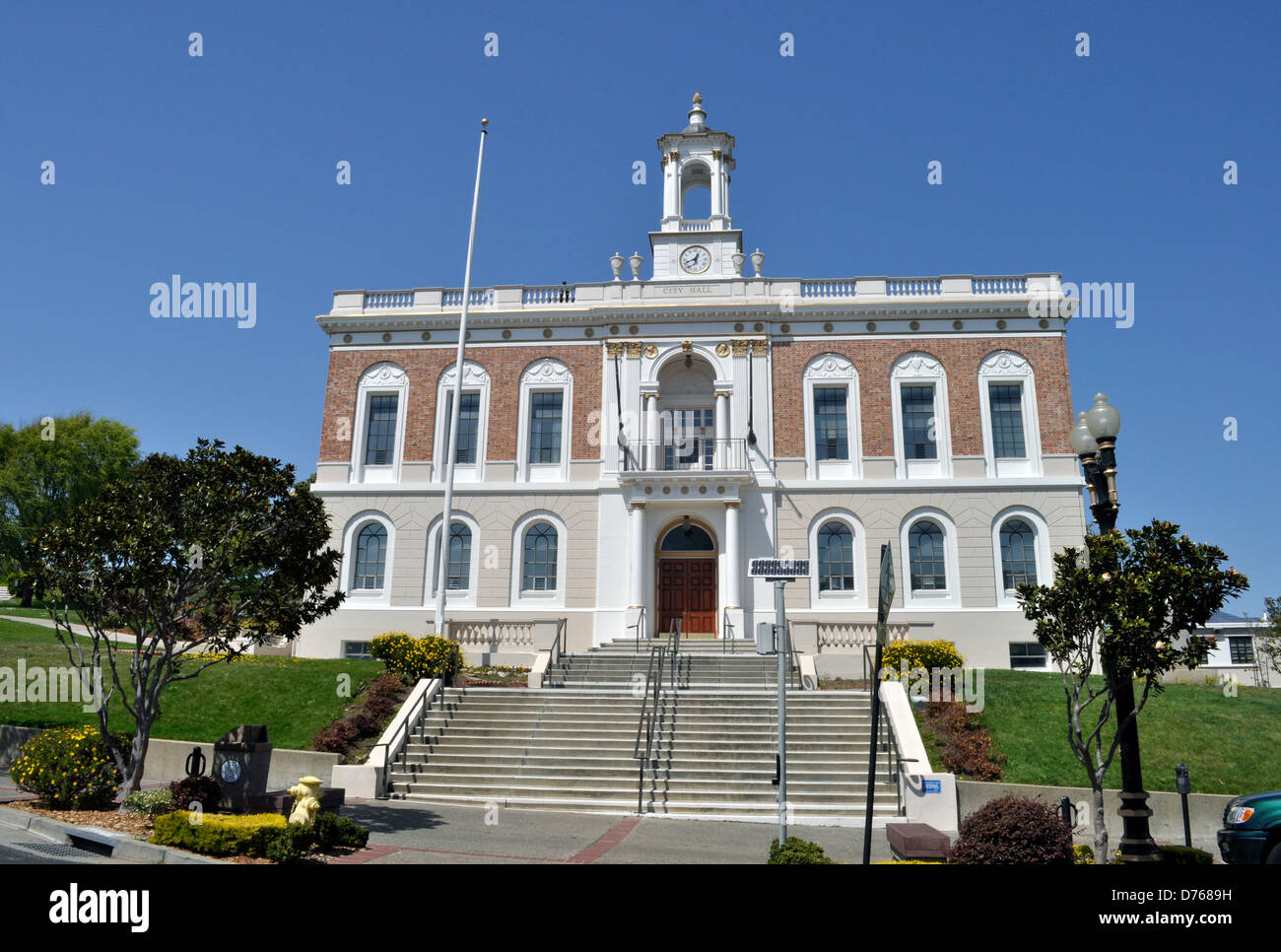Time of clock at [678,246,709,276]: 12:41
